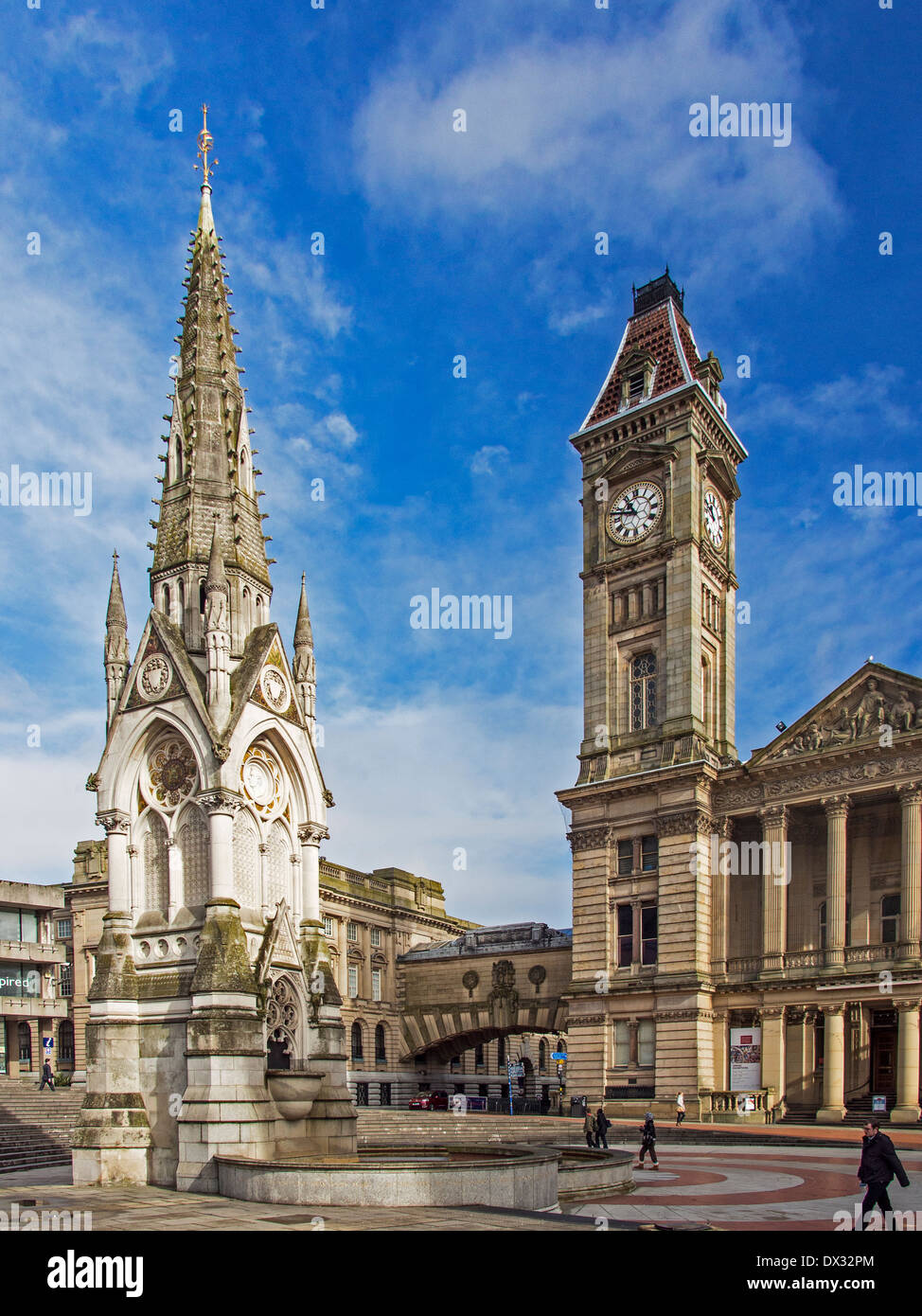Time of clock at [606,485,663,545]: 10:47
